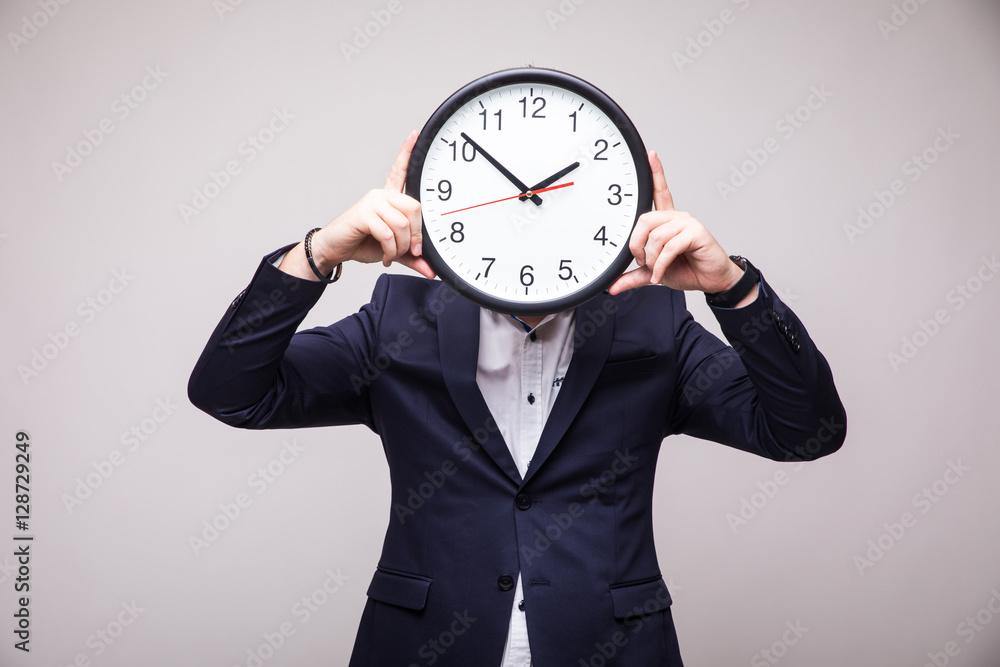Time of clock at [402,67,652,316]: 1:51
